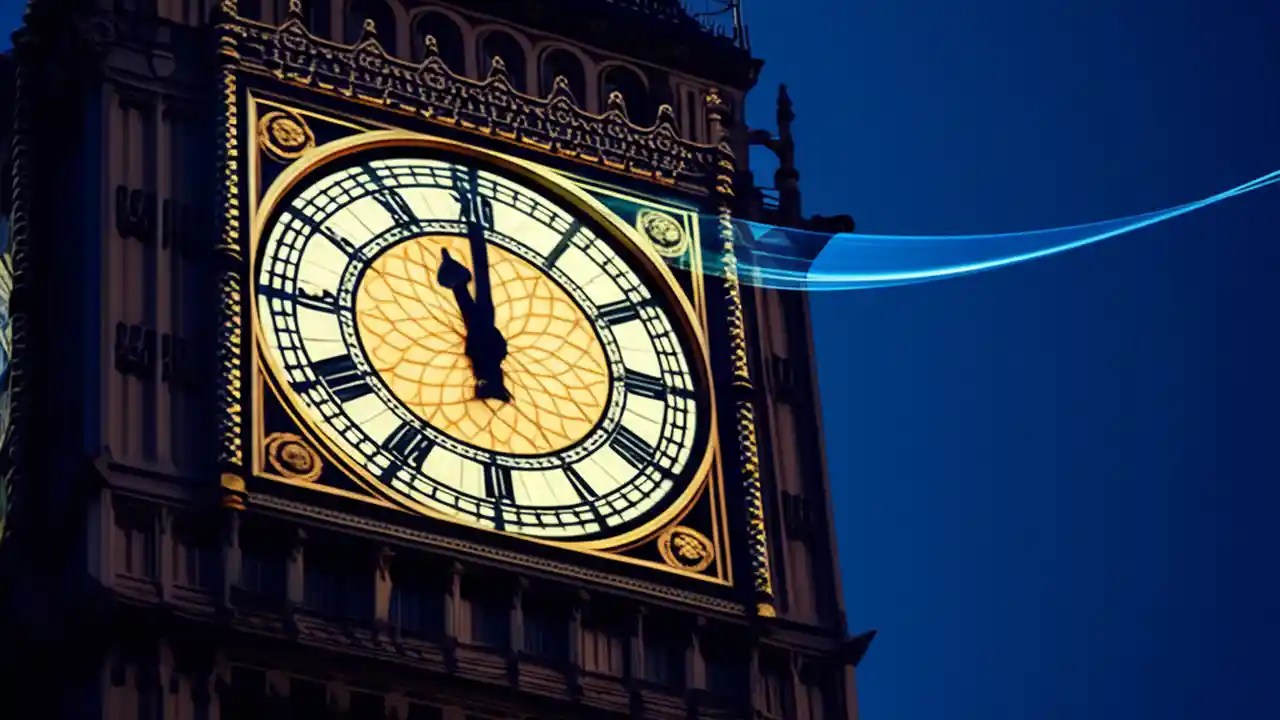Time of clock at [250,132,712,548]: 10:59
